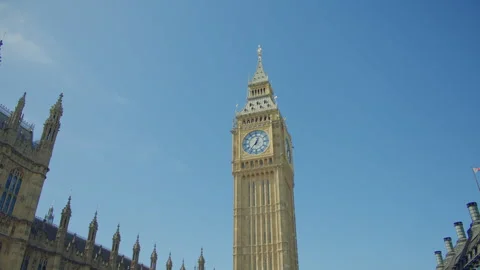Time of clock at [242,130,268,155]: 12:36
